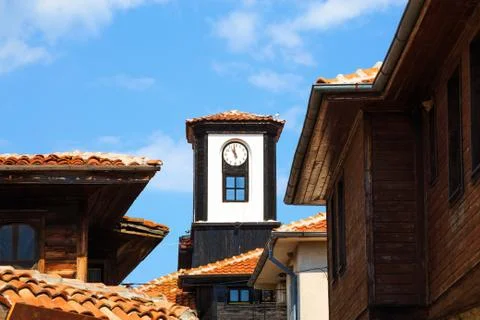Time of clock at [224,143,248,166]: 10:58
